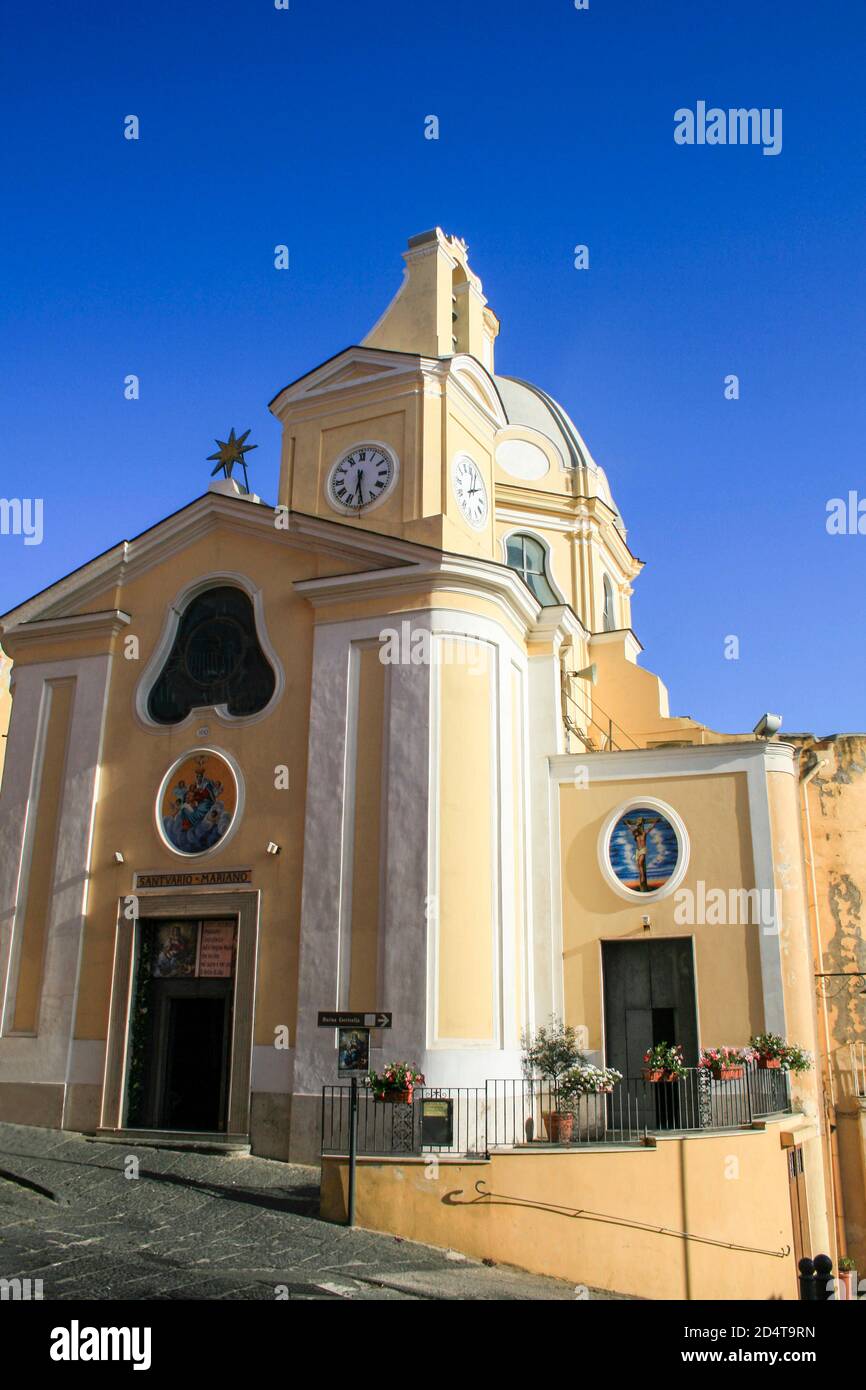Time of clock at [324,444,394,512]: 6:29
